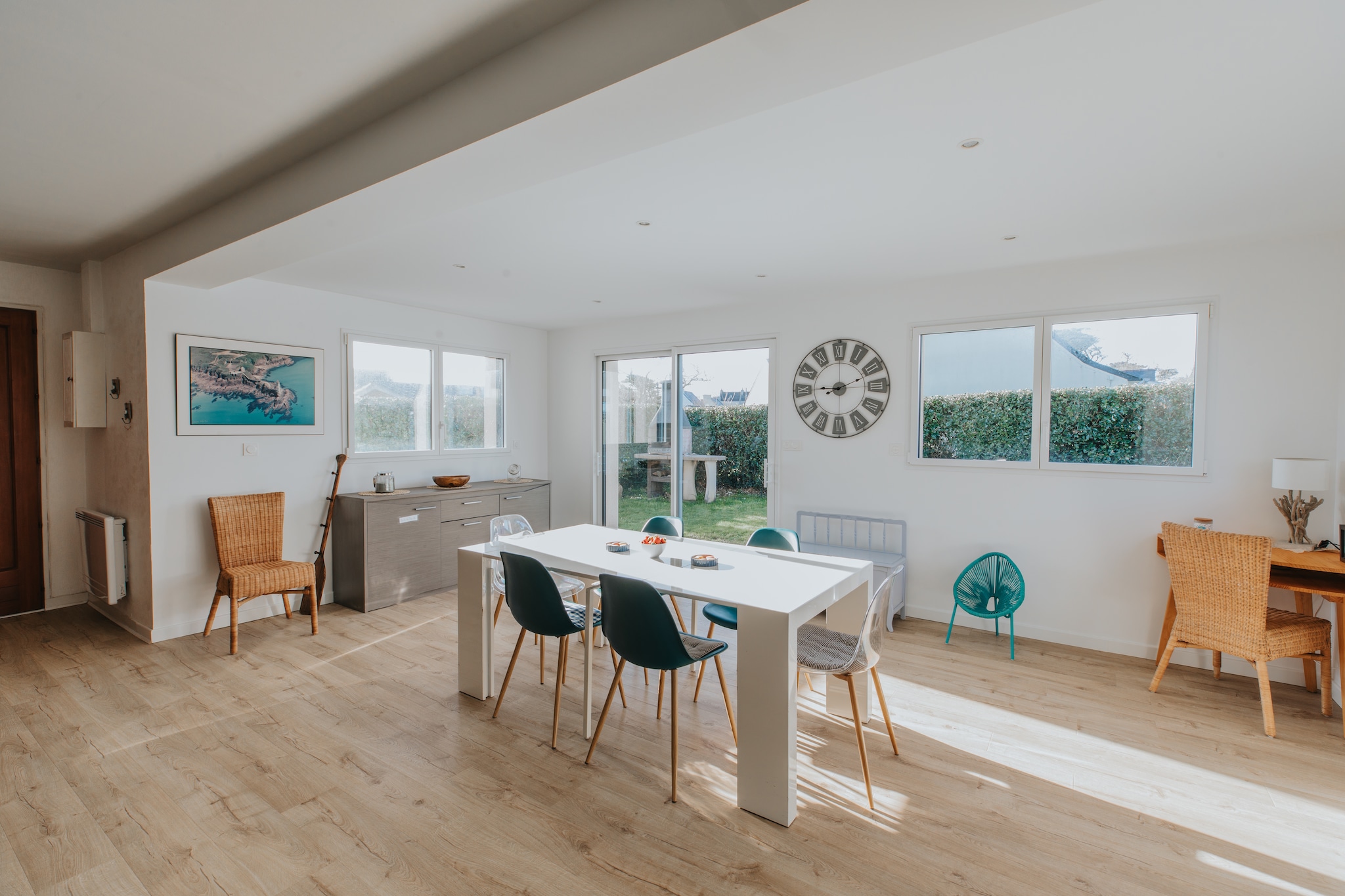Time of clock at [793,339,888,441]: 9:11
